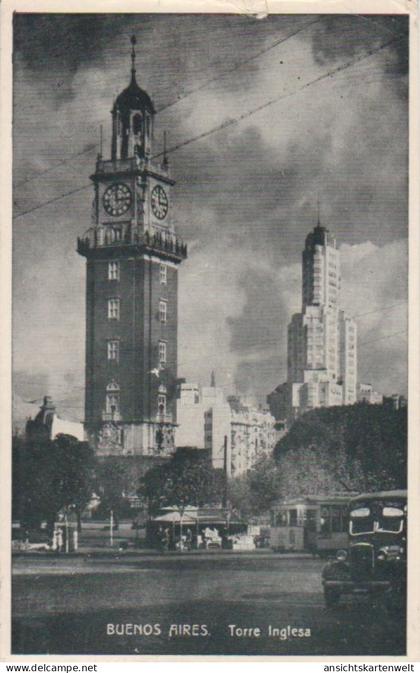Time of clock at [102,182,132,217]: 2:58
